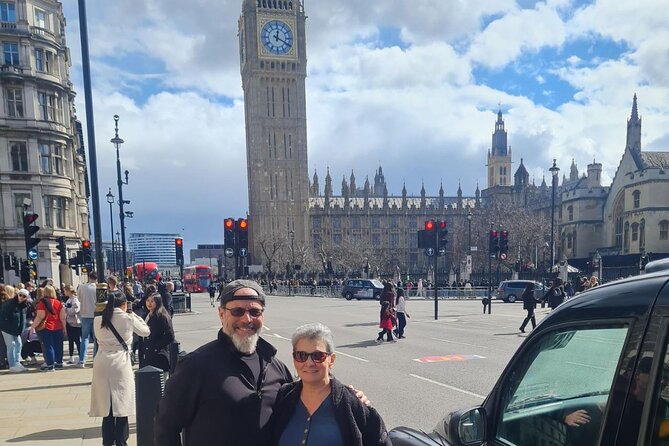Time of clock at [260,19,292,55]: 12:19
